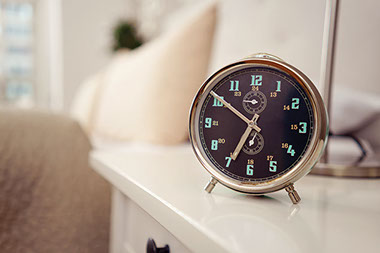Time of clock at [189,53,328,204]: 6:50
